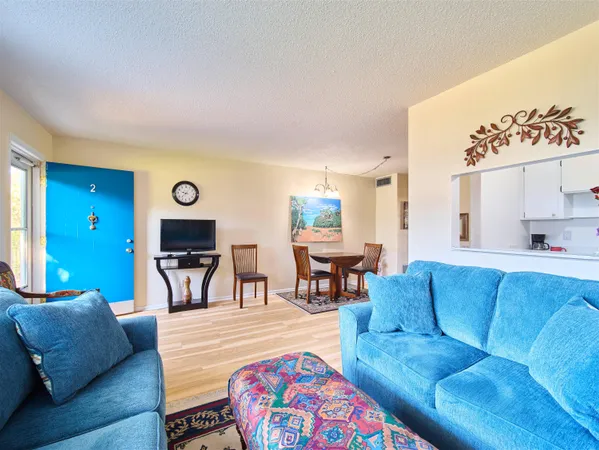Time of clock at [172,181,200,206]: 9:37
